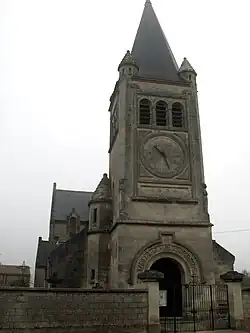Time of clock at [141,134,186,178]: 10:26
